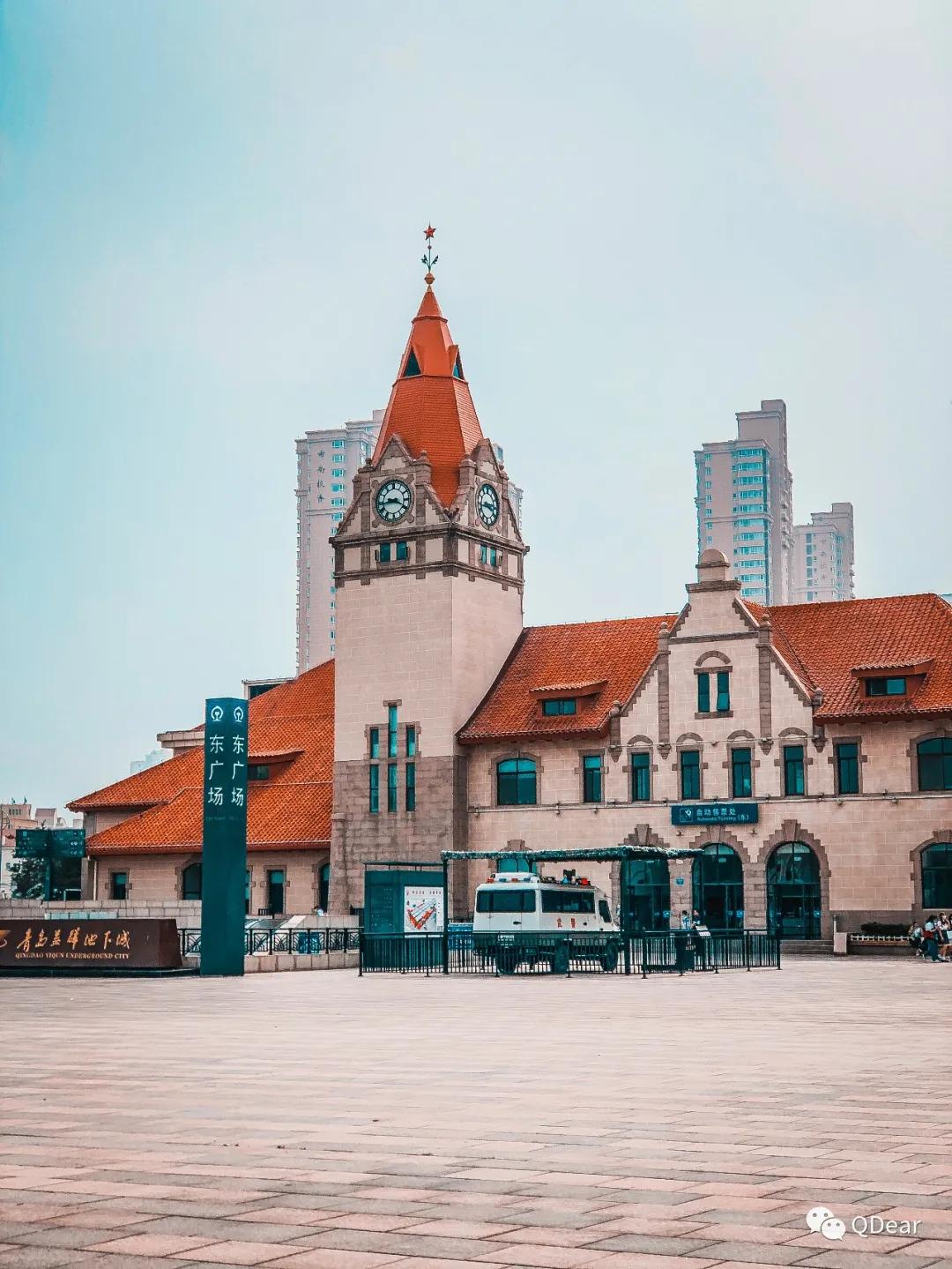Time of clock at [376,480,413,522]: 3:43
